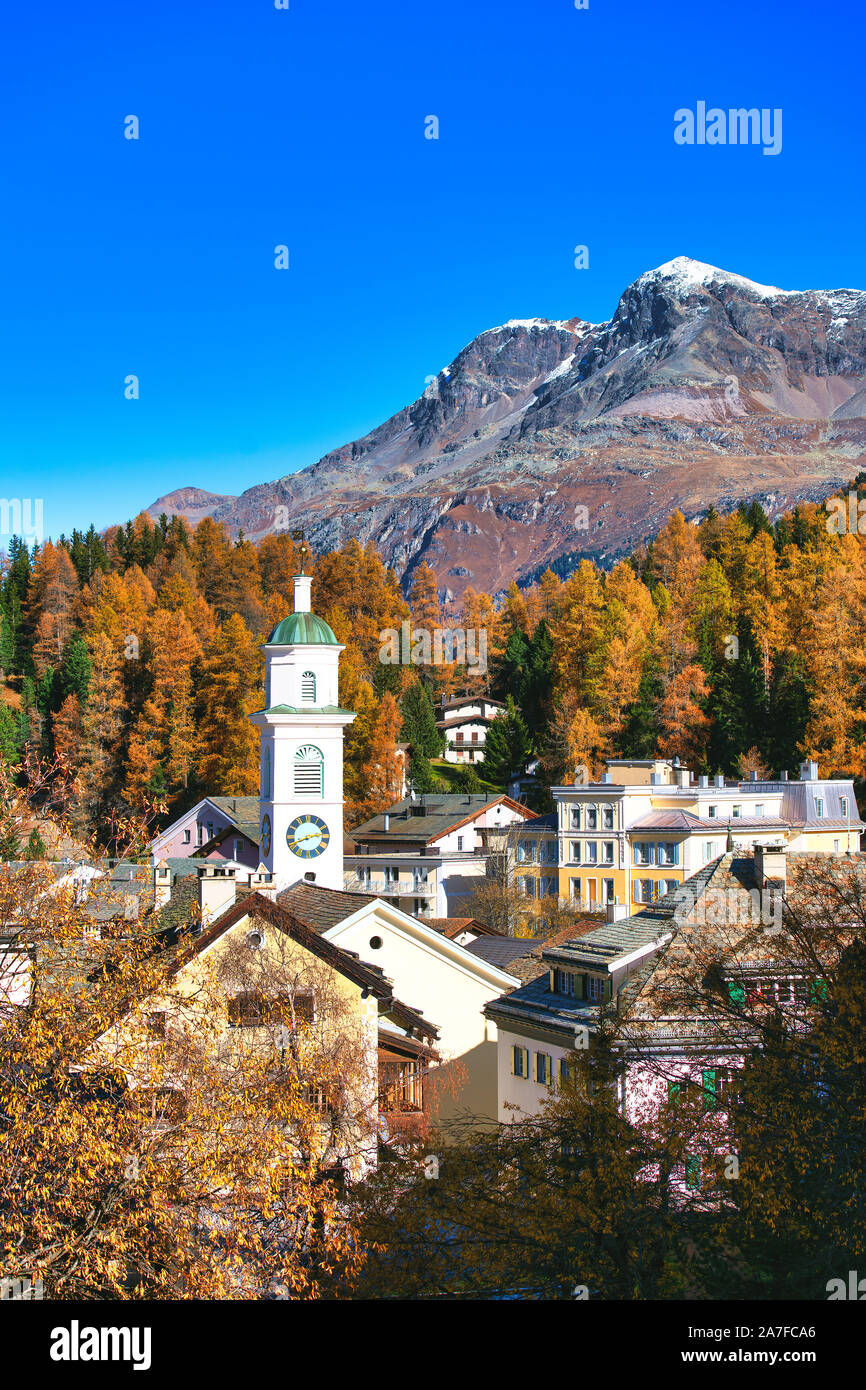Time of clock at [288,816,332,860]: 8:12
